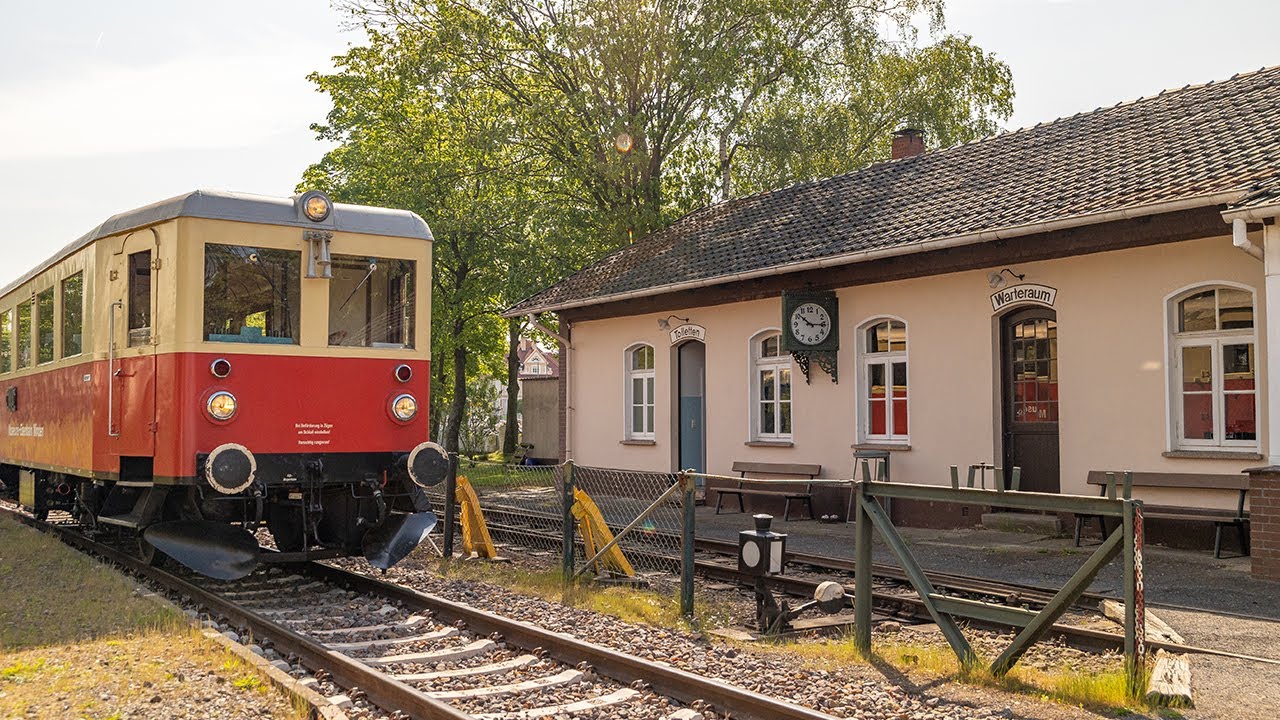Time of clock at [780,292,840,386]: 10:14
